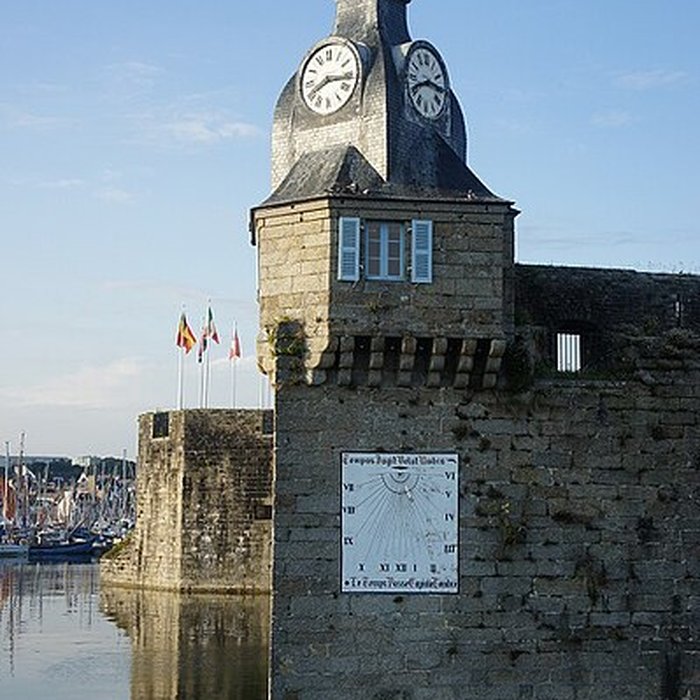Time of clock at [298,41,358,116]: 8:16
